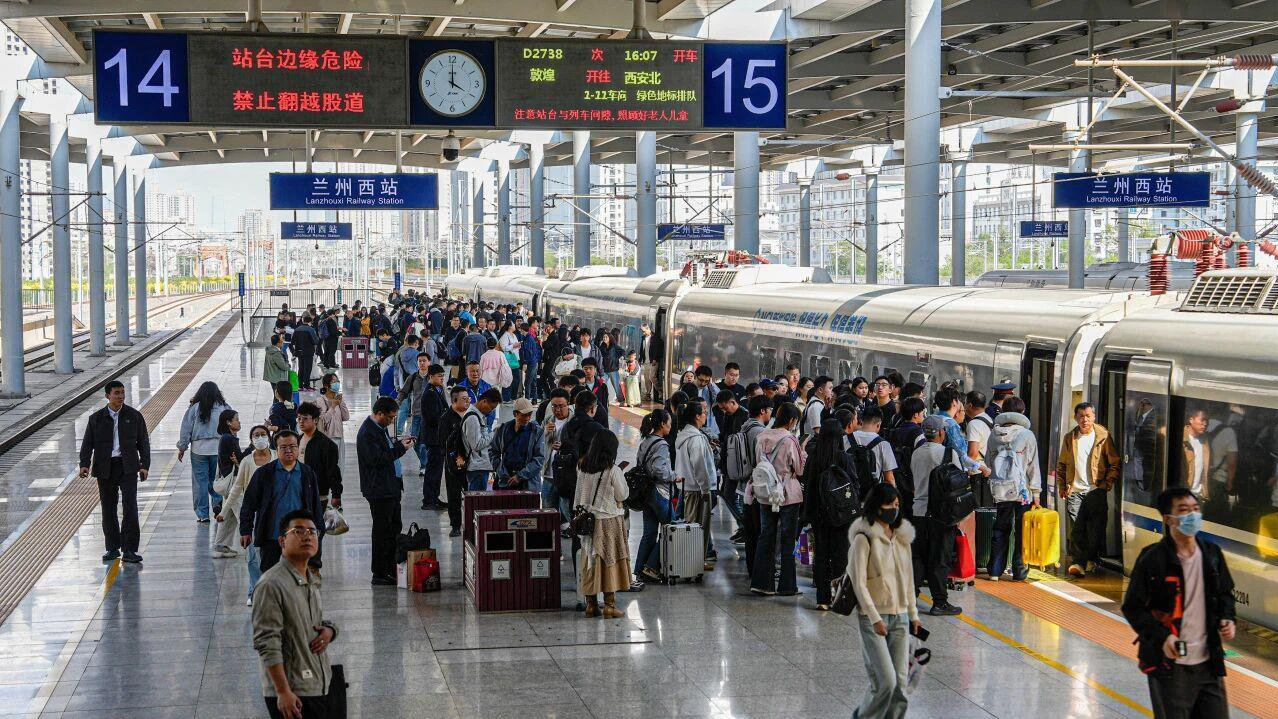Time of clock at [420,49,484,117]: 4:00
